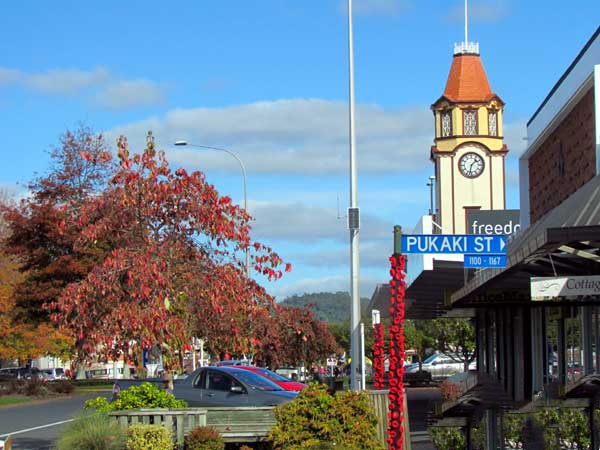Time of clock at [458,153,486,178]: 1:32
